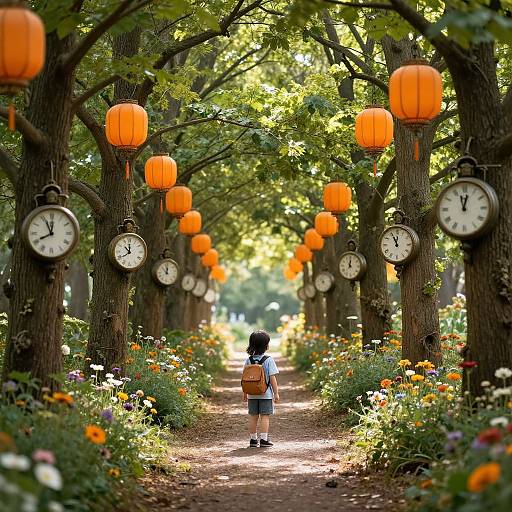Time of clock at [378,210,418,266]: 11:55
